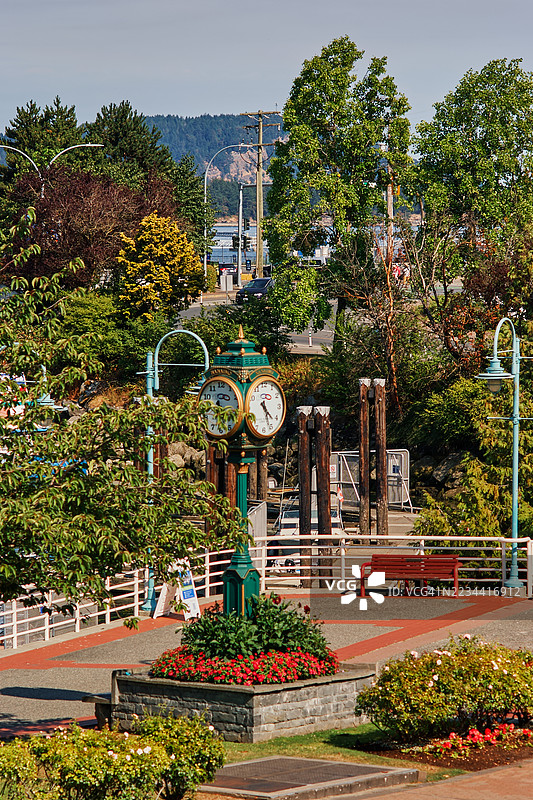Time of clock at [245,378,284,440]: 4:26
